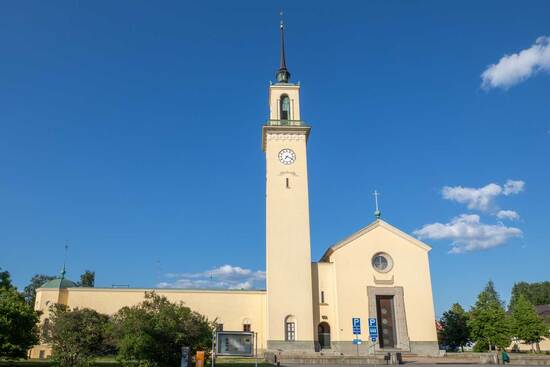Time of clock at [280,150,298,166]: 7:18
